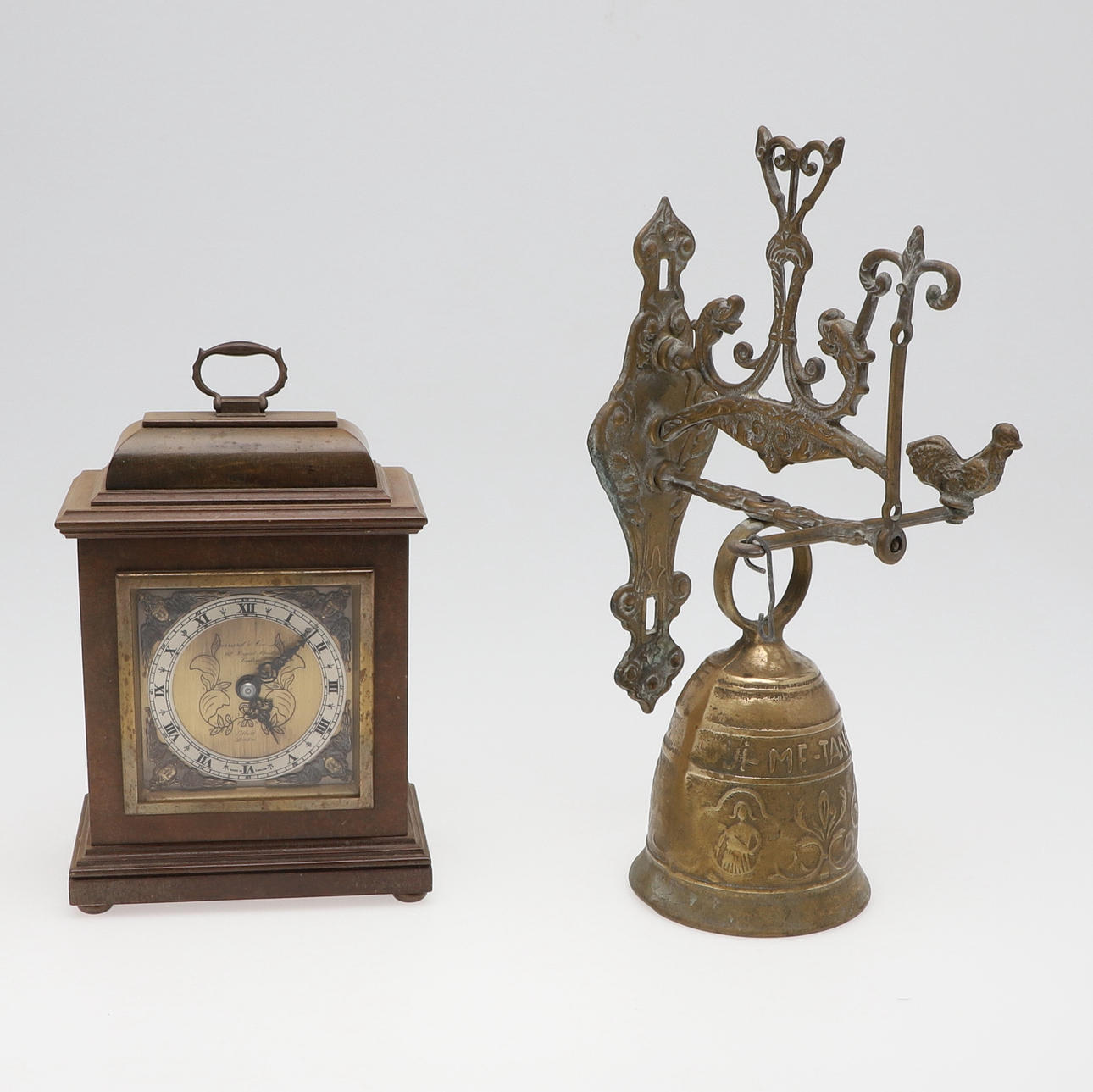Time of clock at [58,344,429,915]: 5:08
